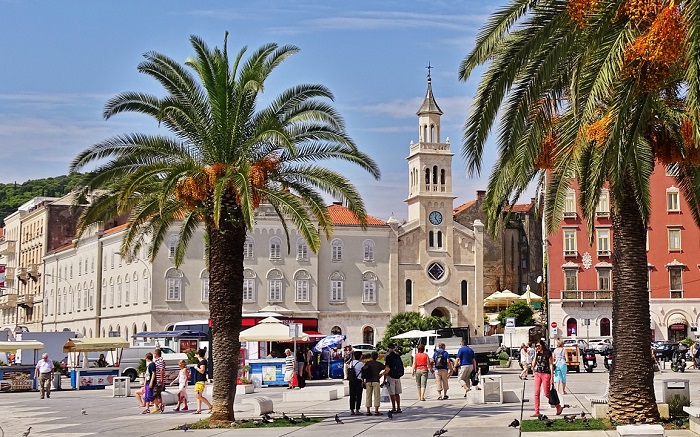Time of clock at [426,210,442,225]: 12:23
